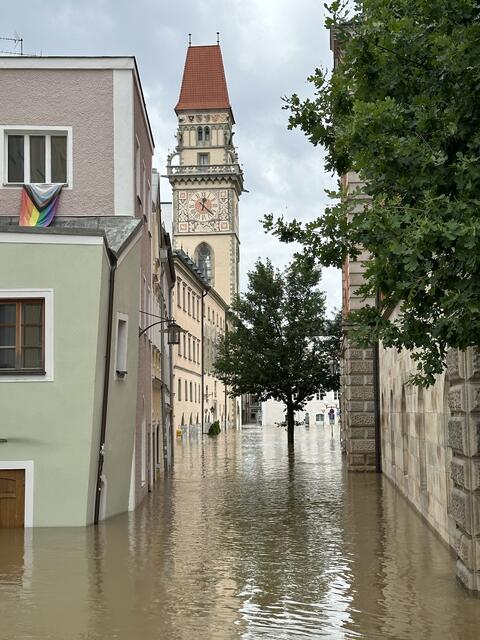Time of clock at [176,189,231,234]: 12:22
